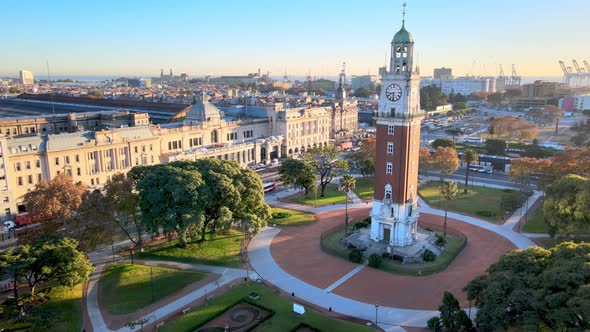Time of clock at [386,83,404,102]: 8:31
